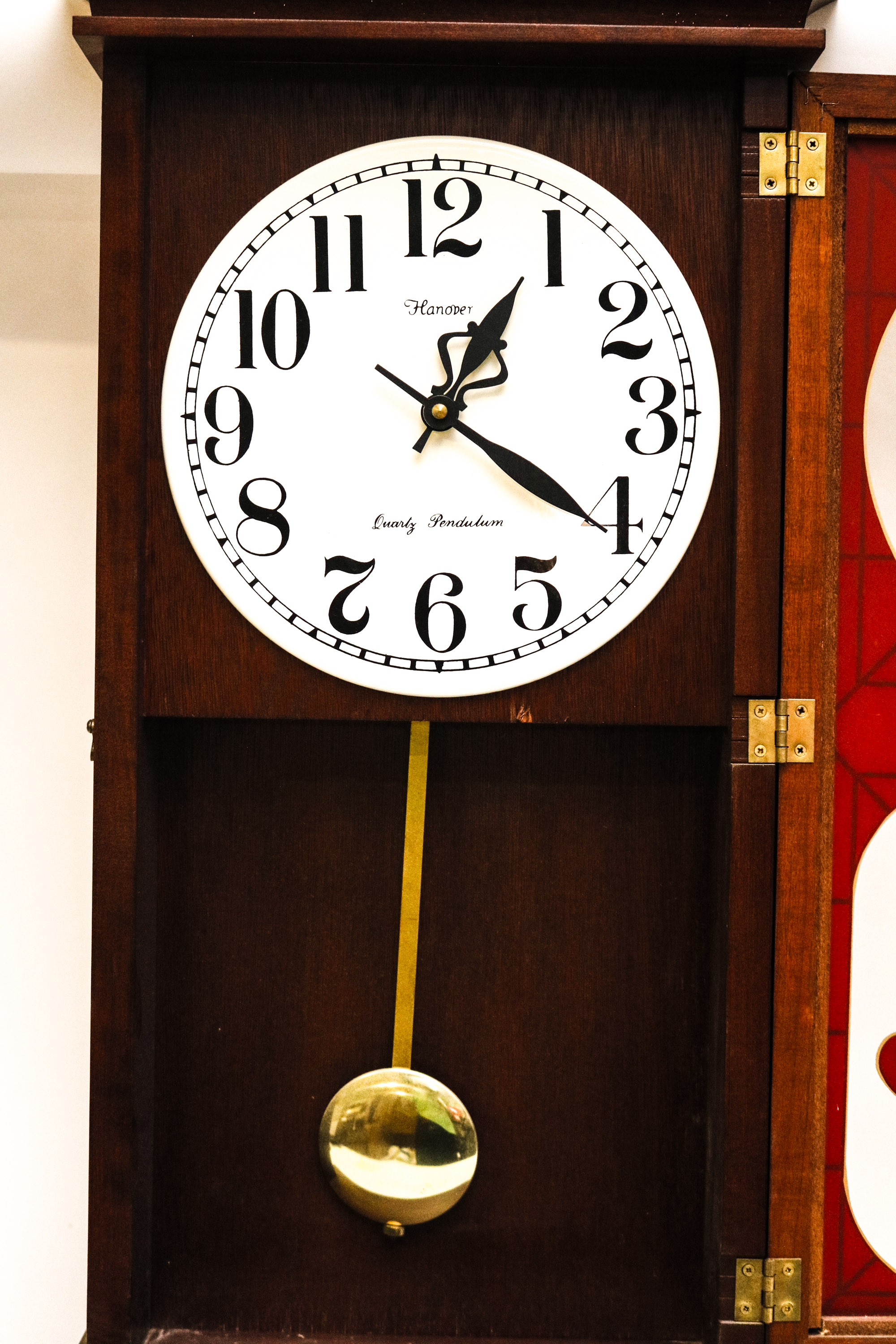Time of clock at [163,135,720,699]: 1:20
